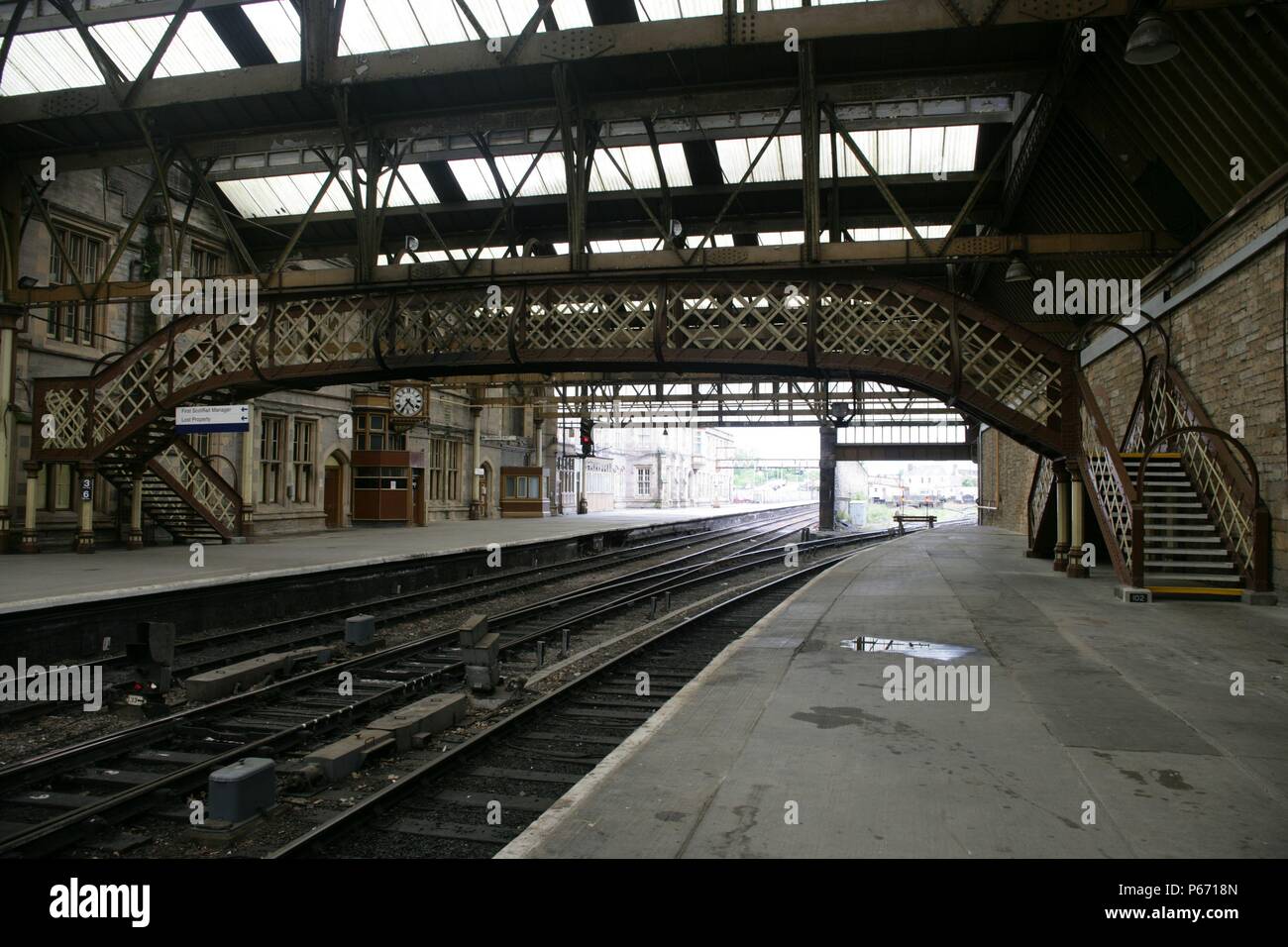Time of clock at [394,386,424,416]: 4:35
